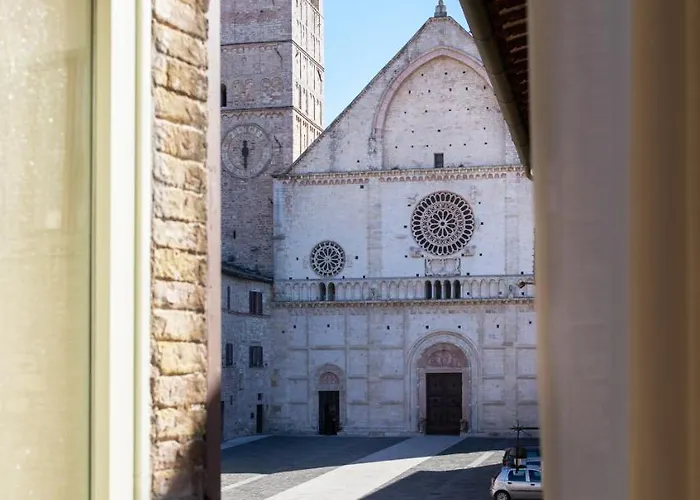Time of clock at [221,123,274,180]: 6:29
